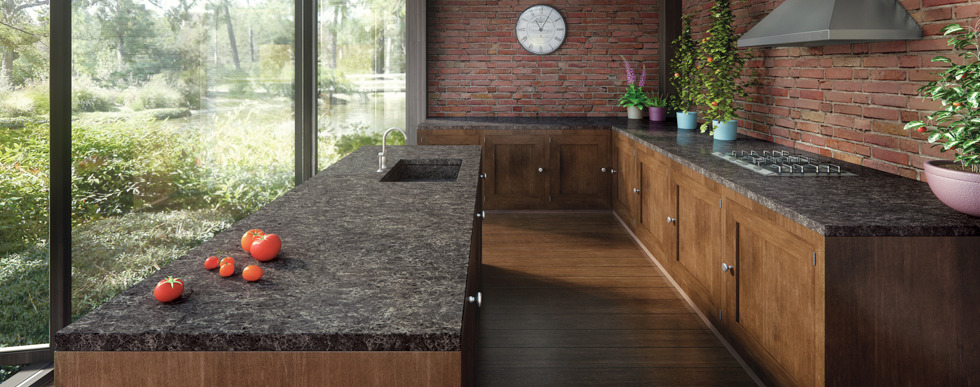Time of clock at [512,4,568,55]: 11:04
